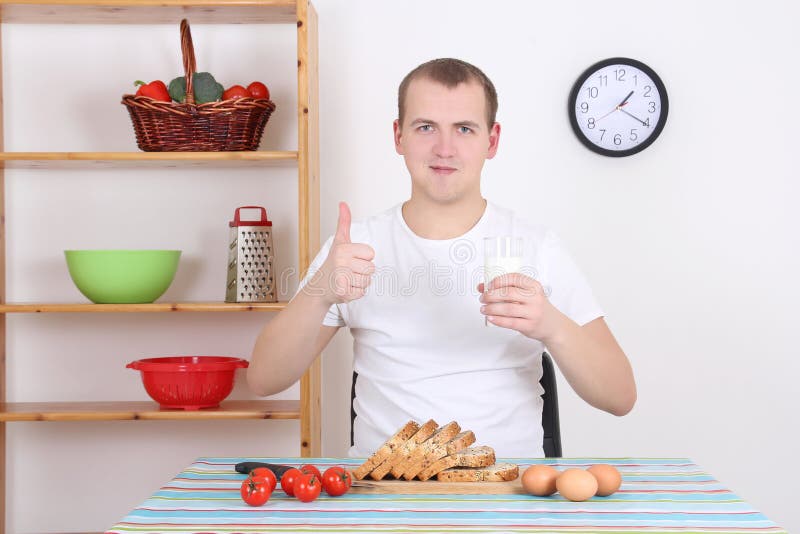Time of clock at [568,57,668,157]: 1:20
